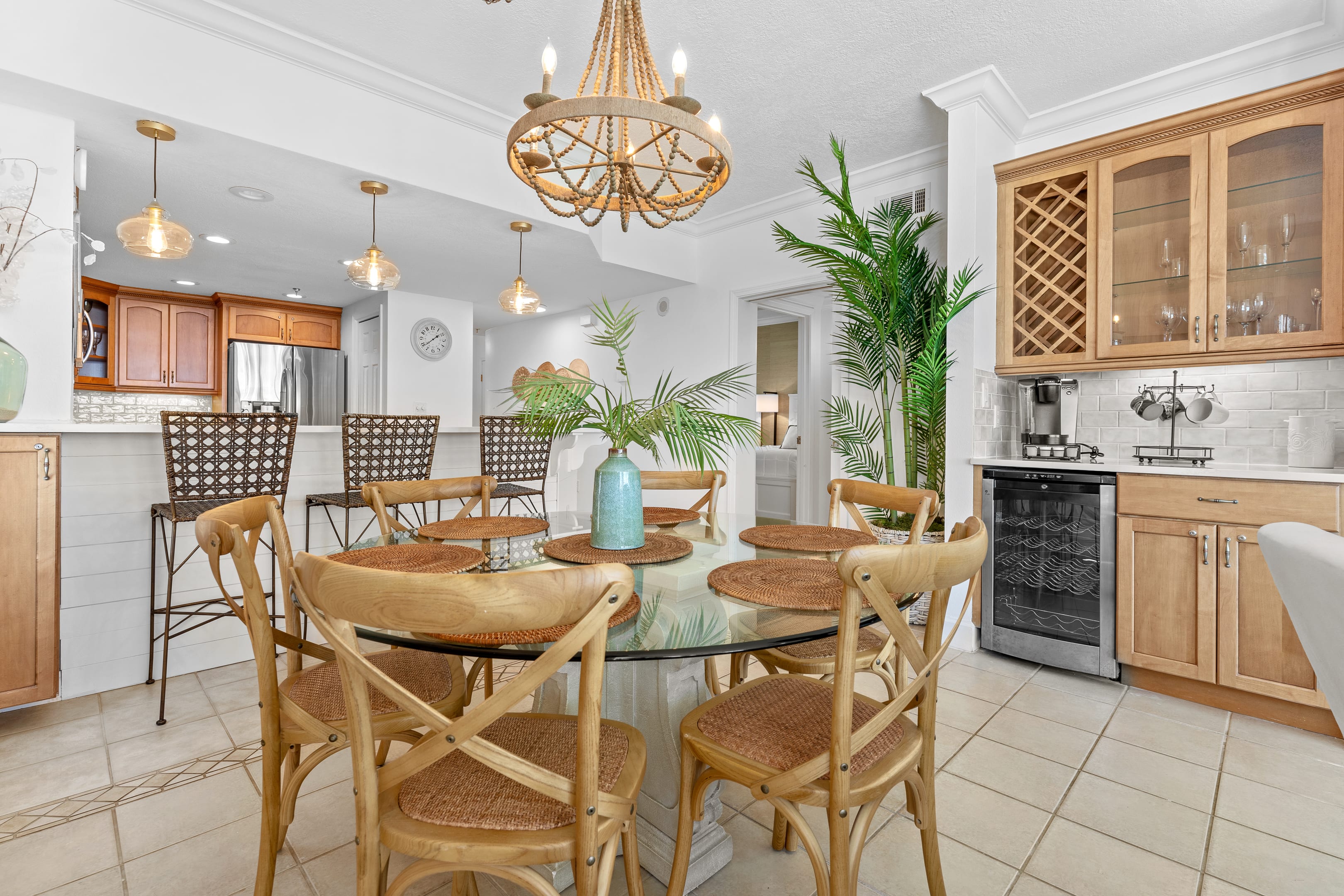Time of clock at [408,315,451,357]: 1:38
